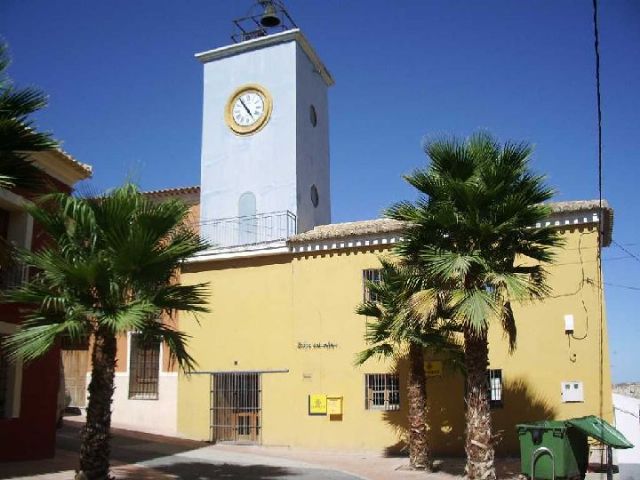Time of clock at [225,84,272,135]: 4:54
